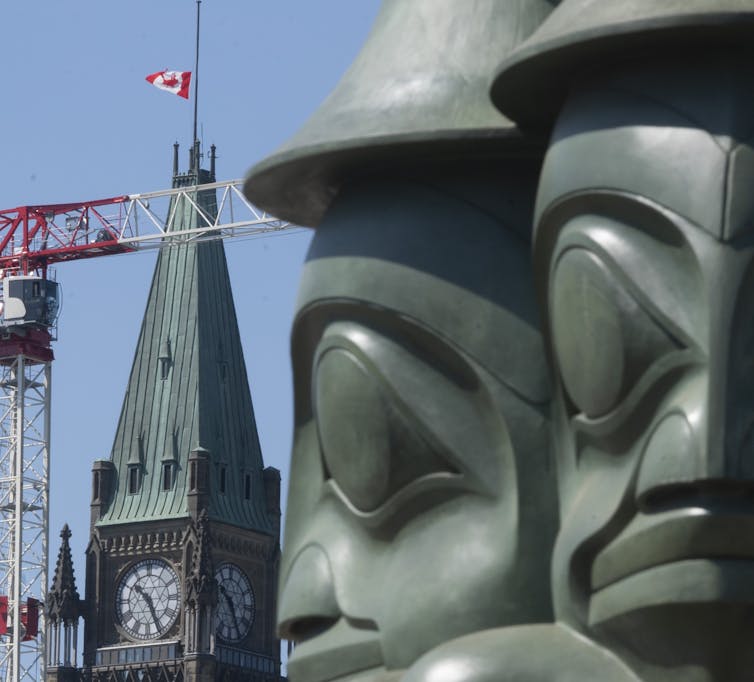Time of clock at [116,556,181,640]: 10:25
